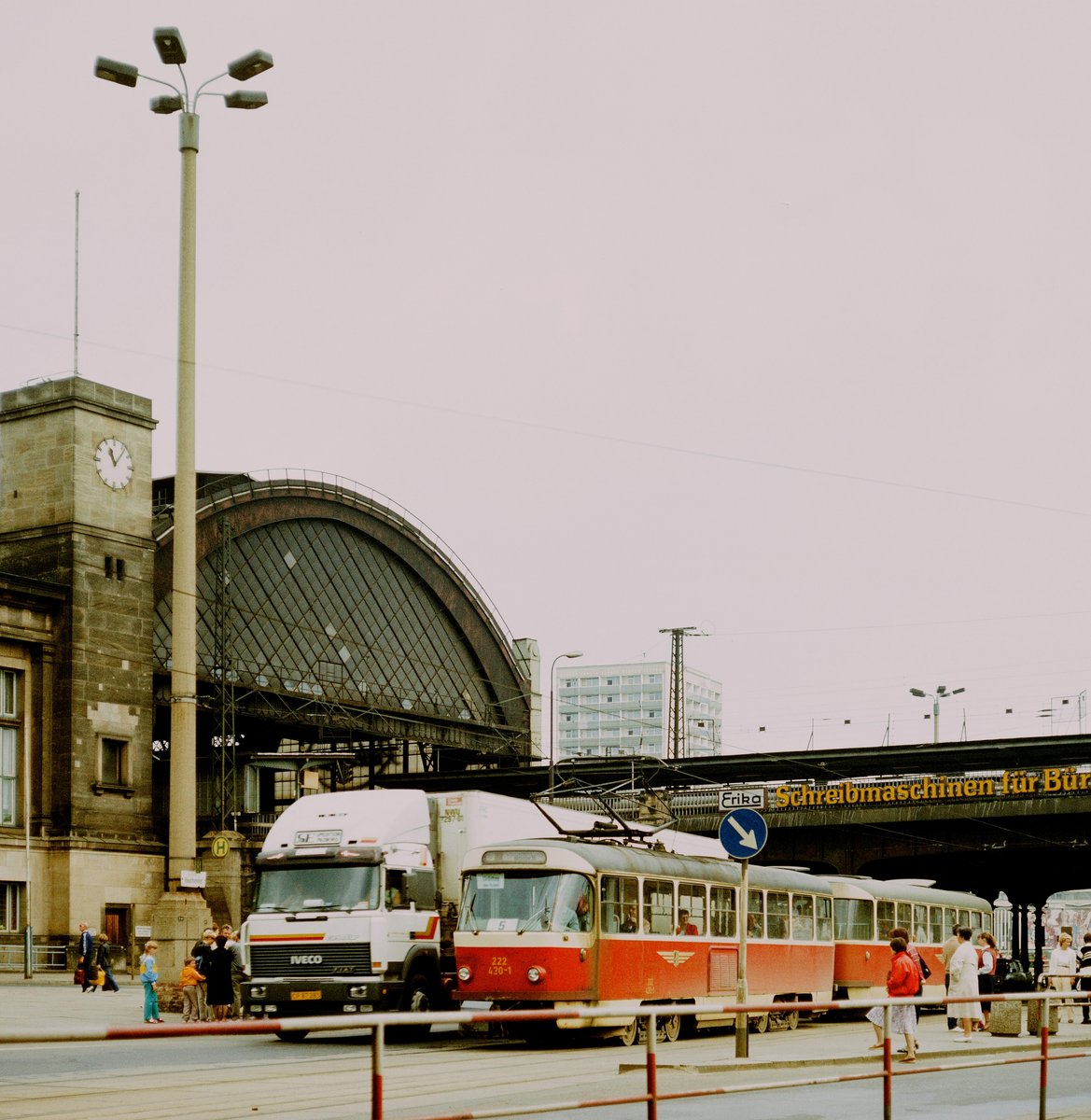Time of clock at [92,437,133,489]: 11:06
